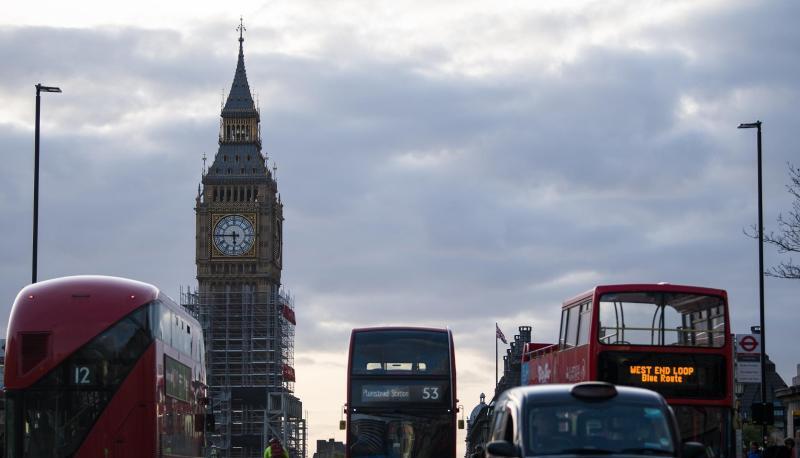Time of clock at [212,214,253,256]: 5:45
